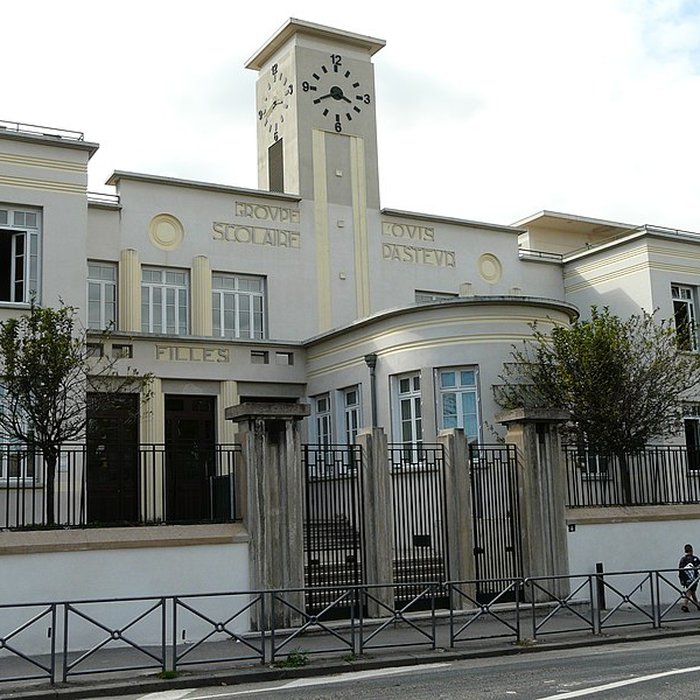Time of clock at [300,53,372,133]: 3:40
